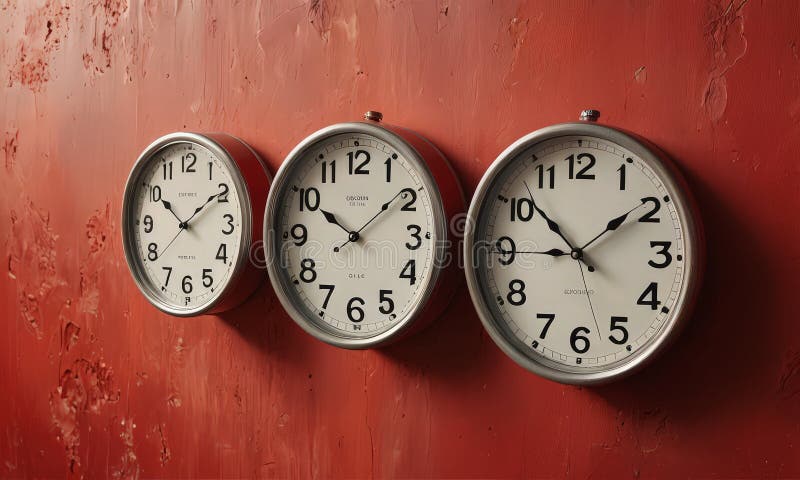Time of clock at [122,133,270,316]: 10:09
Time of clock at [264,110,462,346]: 10:08
